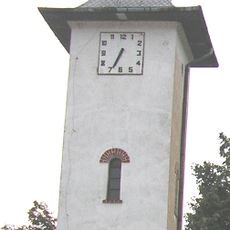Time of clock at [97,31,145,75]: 6:34
